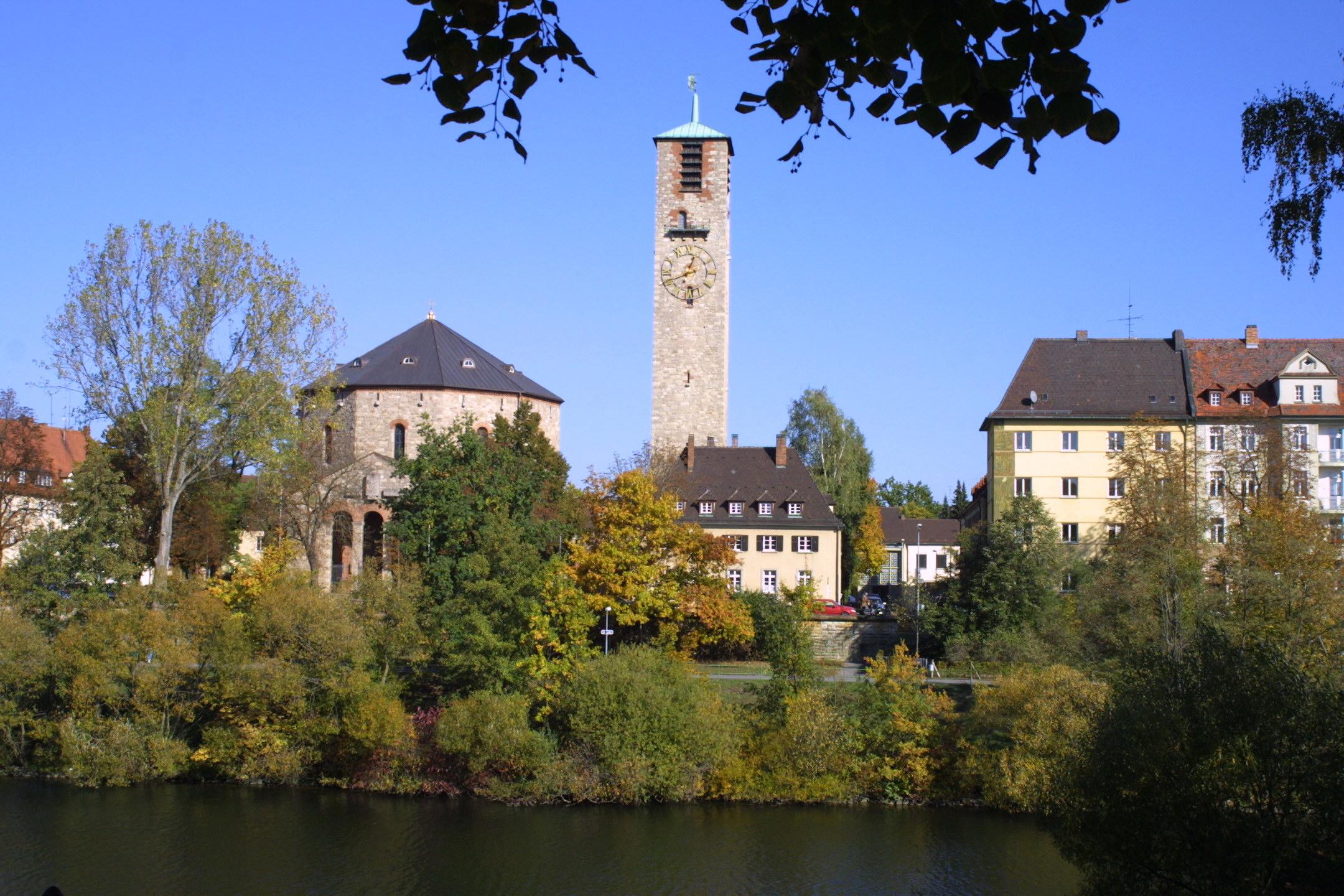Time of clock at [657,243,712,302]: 12:41
